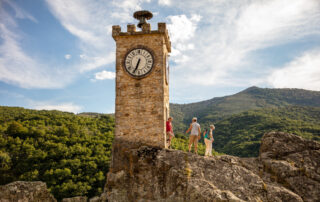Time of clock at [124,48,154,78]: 6:34
